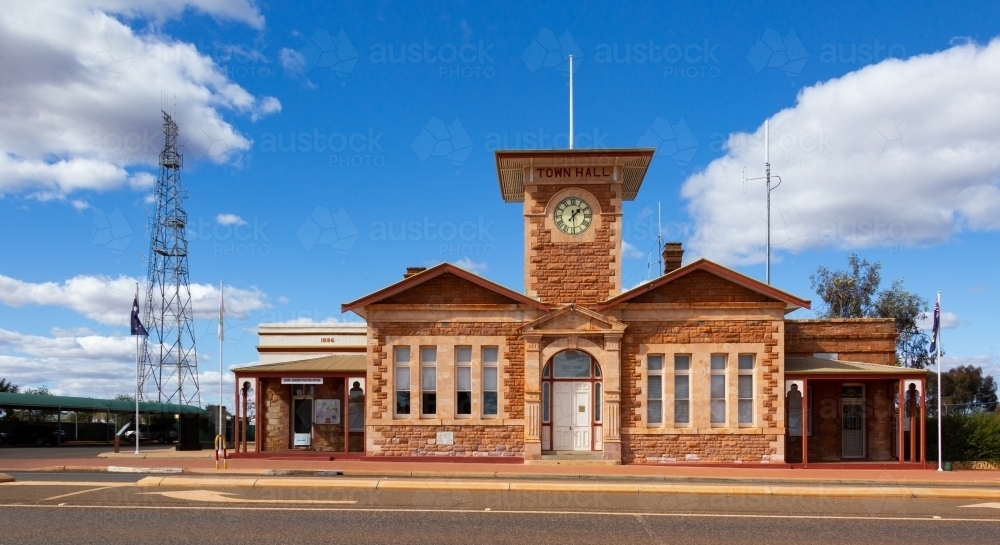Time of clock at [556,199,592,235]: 1:29
